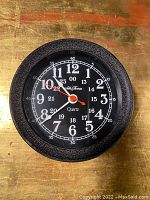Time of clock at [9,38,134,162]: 10:38
